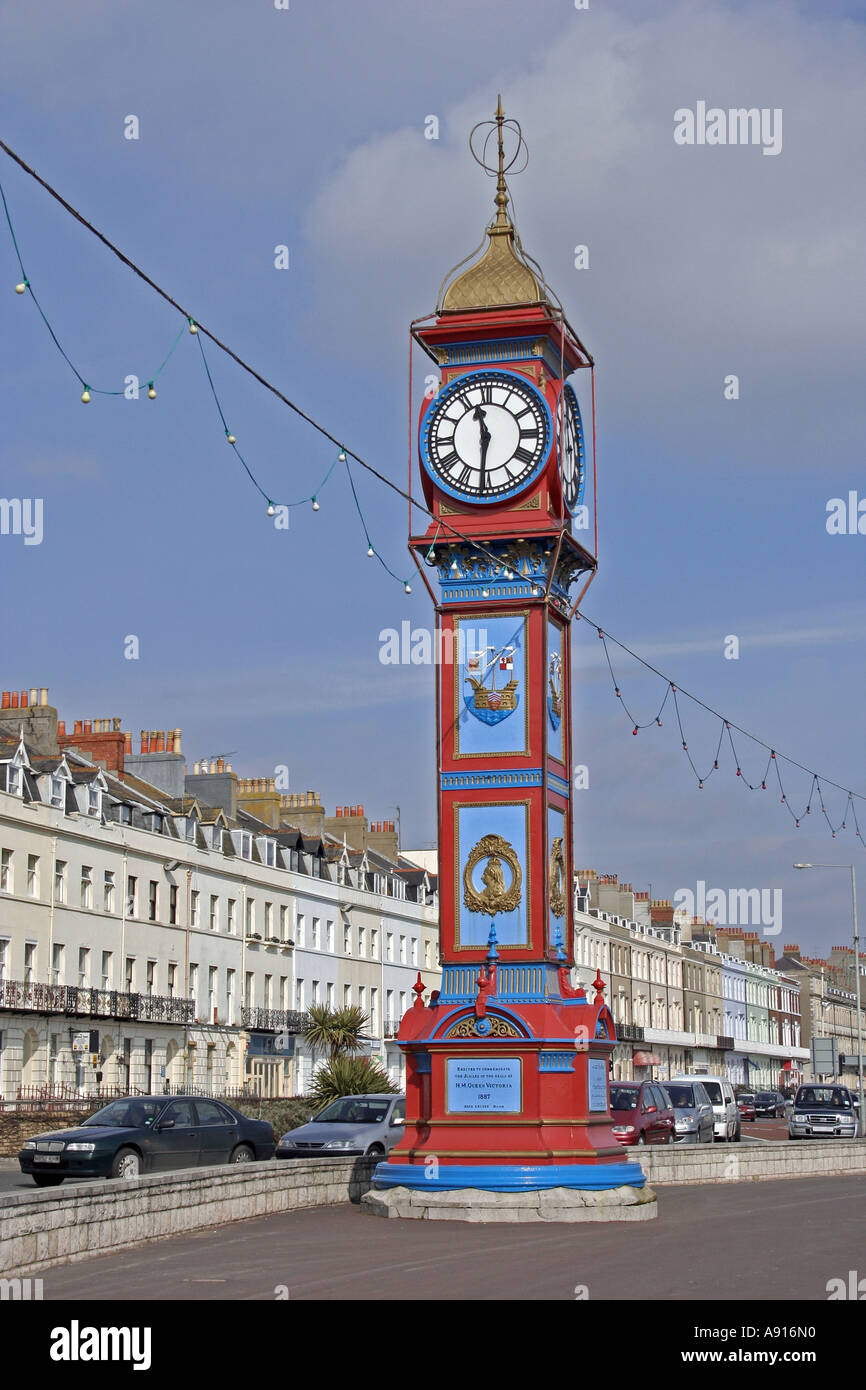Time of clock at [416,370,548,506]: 11:30
